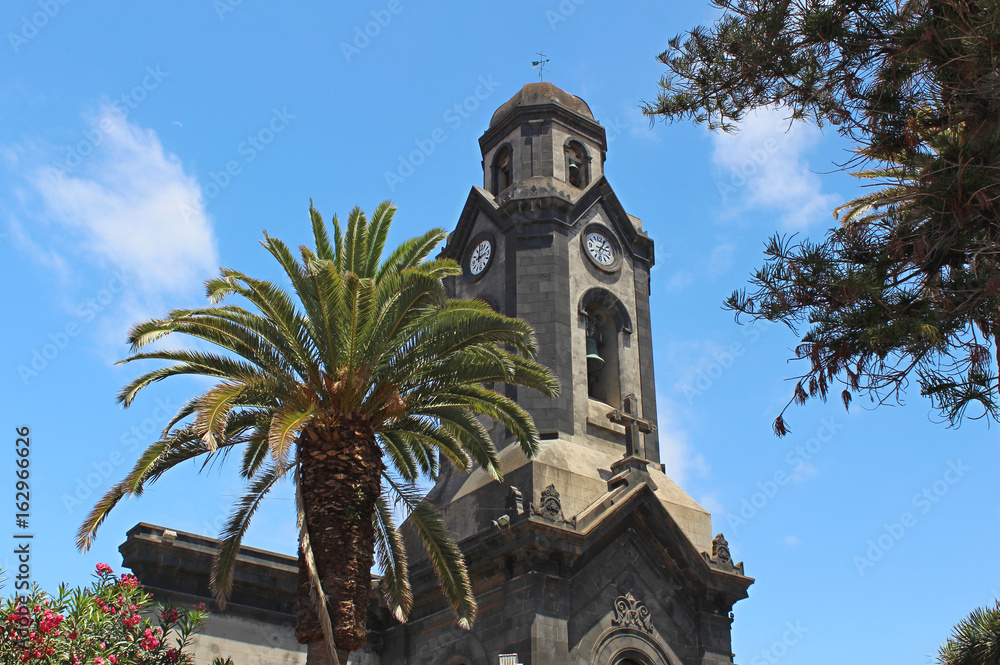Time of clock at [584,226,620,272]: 3:05
